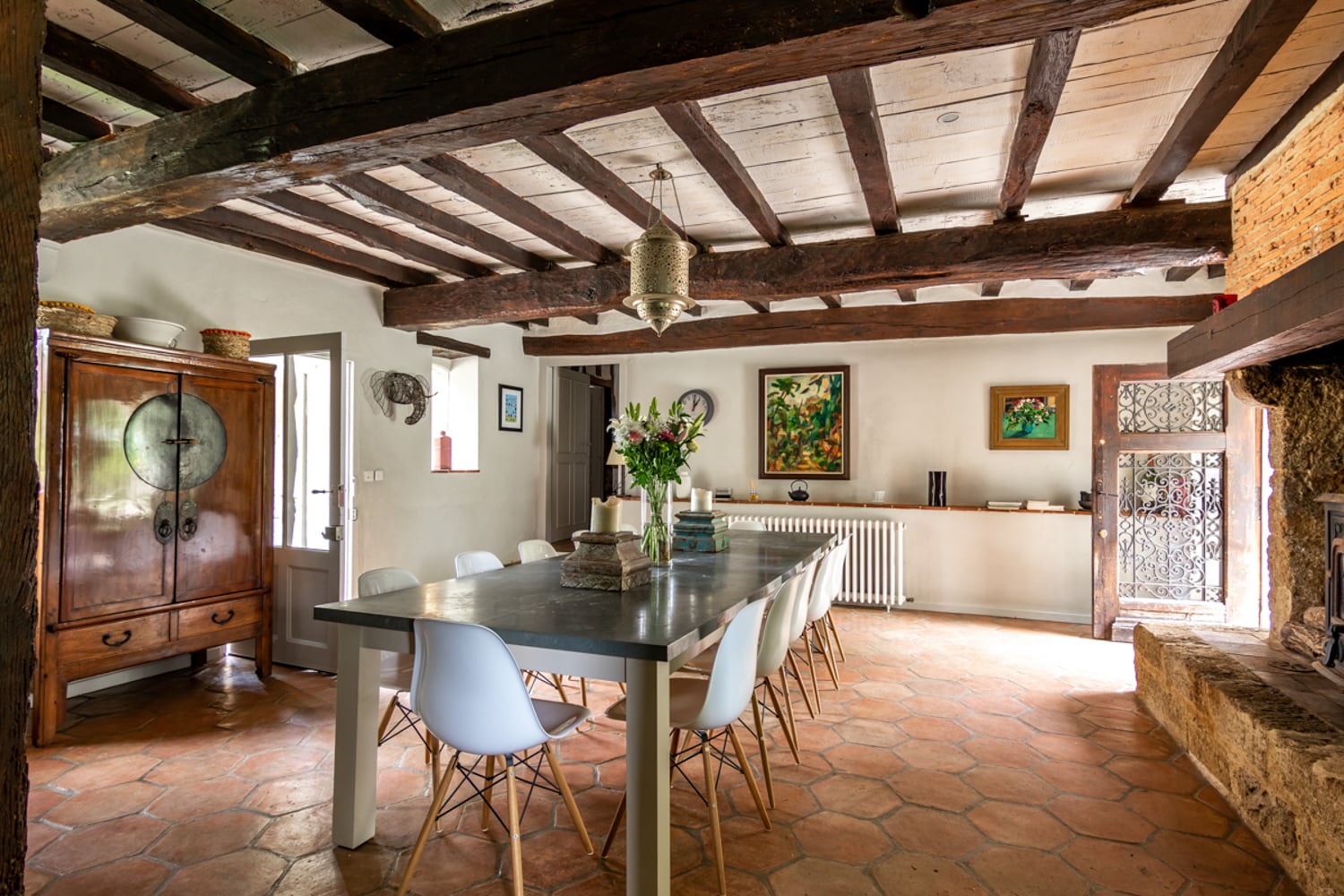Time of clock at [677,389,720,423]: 12:59
